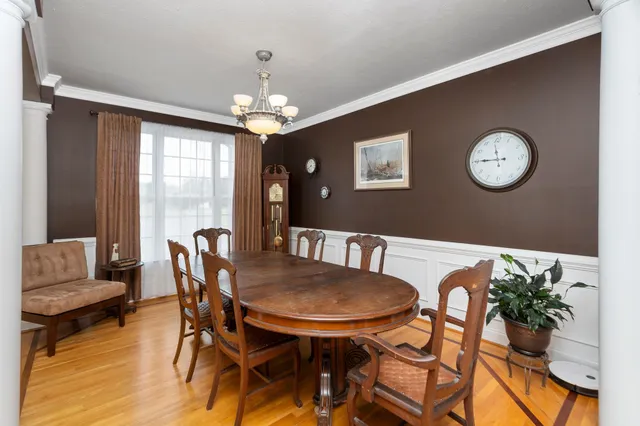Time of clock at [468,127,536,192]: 11:45
